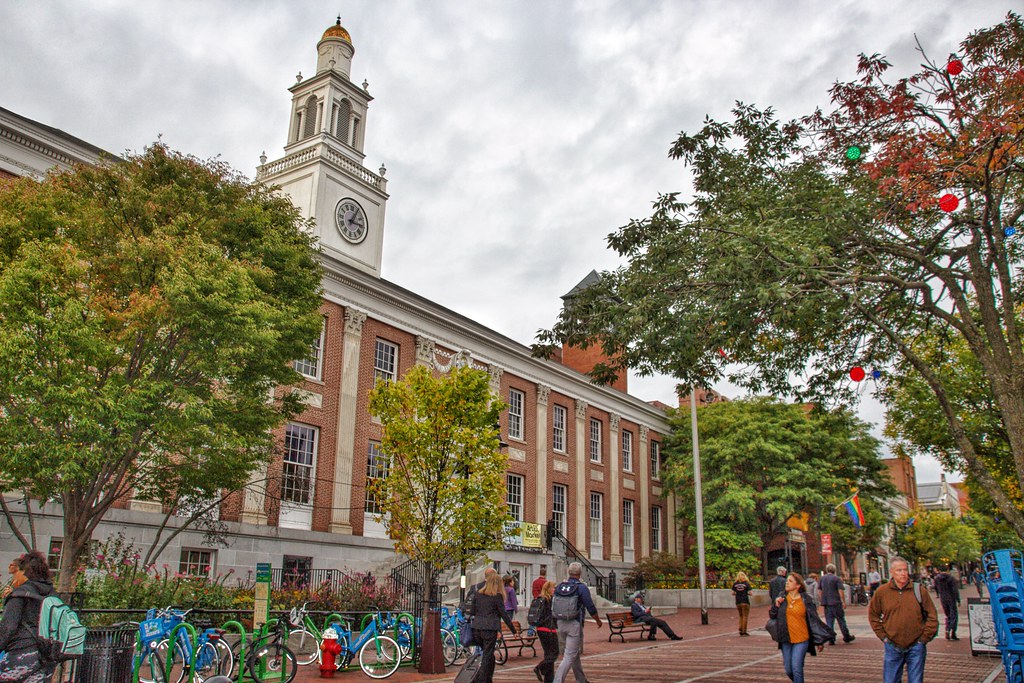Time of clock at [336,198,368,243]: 3:04
